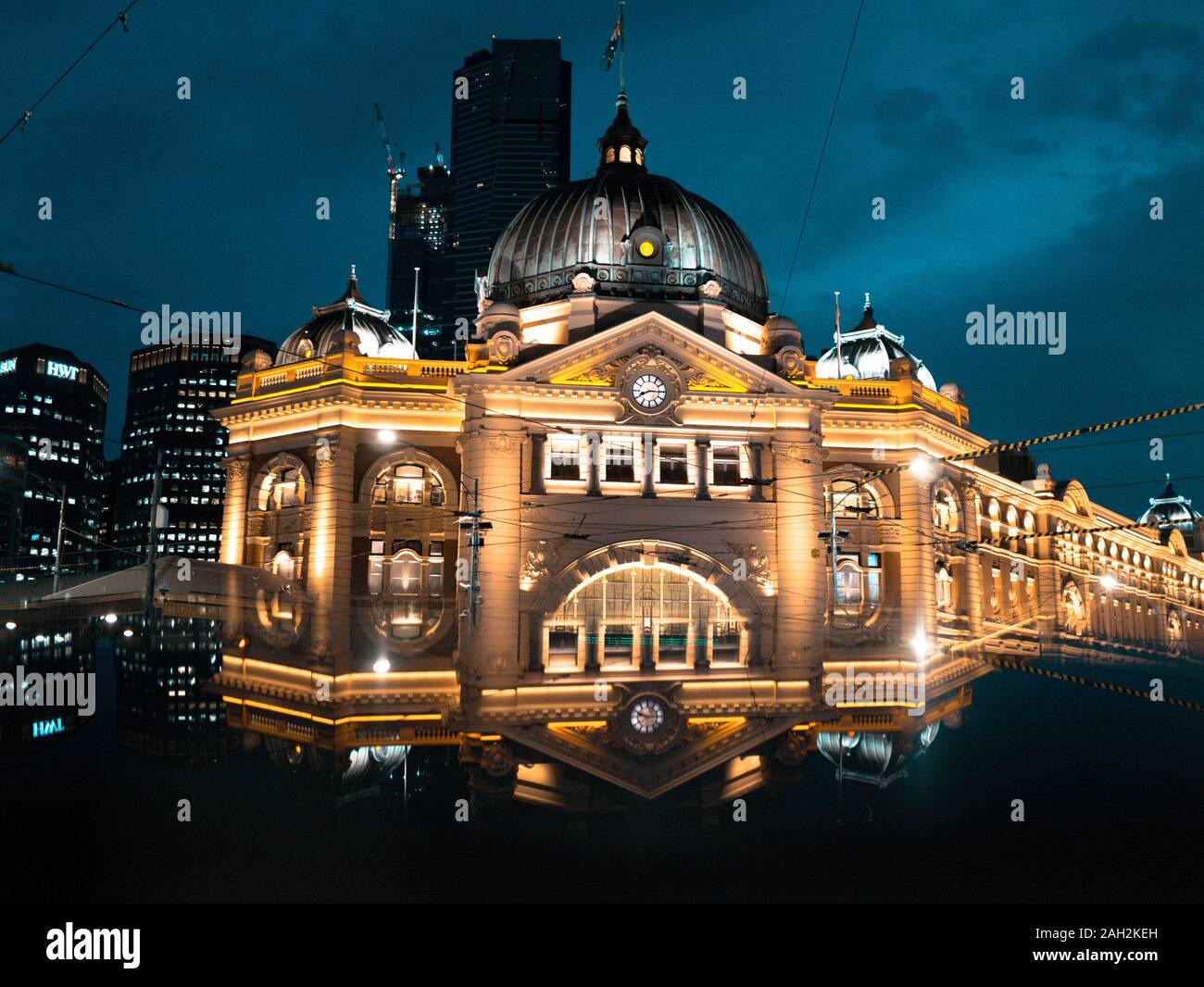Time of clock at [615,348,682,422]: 8:15
